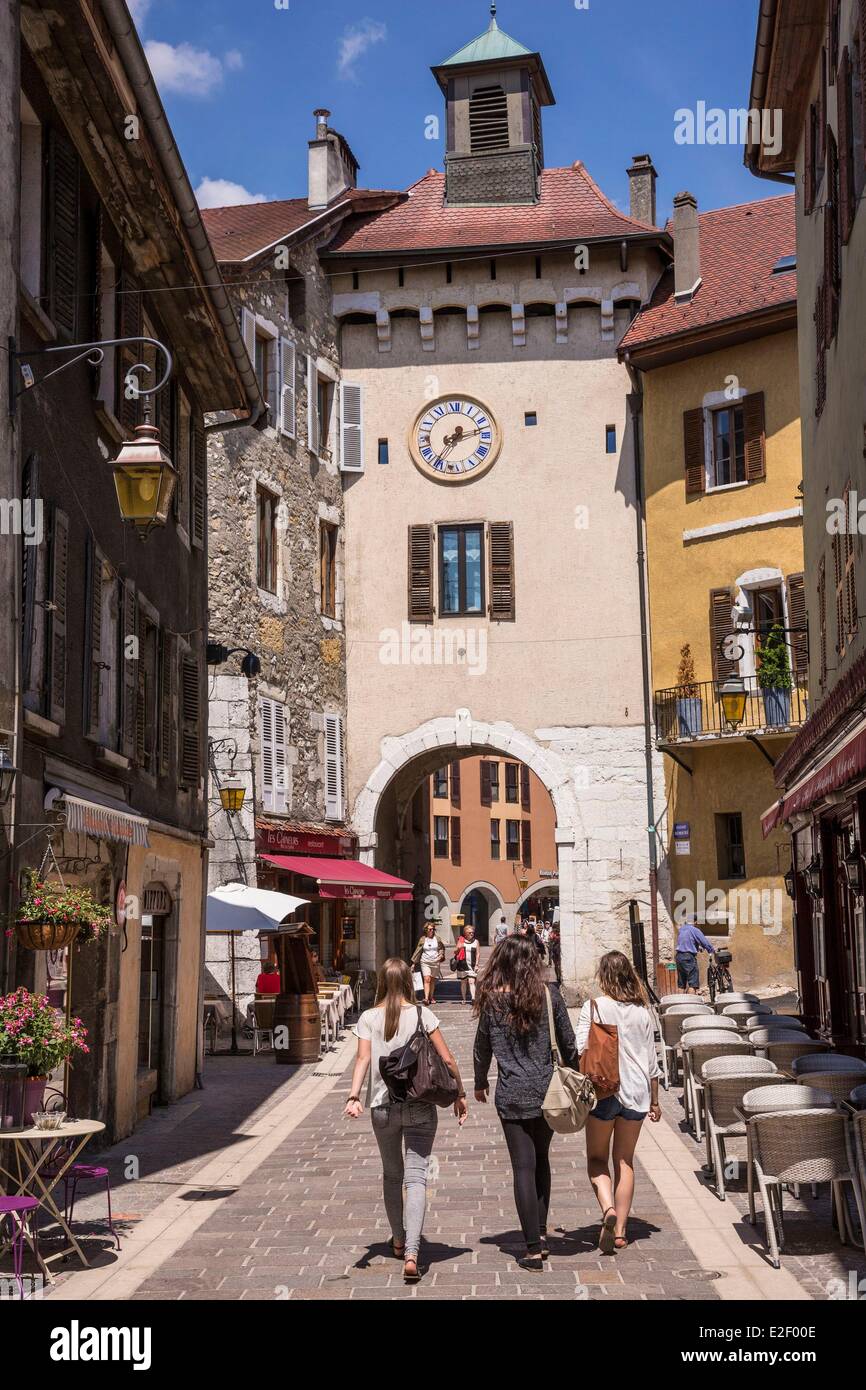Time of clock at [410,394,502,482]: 7:12
